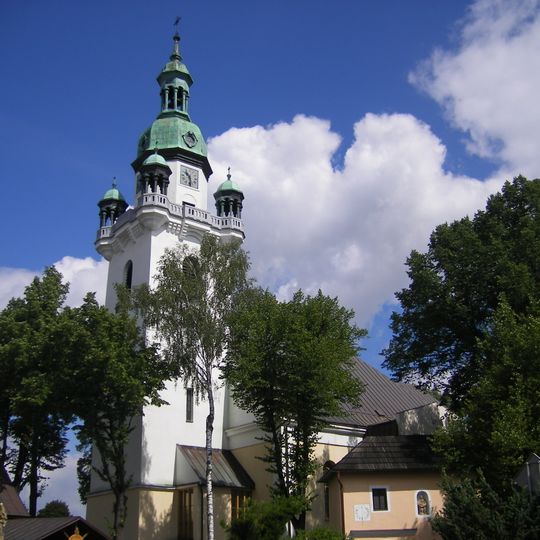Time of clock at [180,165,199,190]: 10:28
